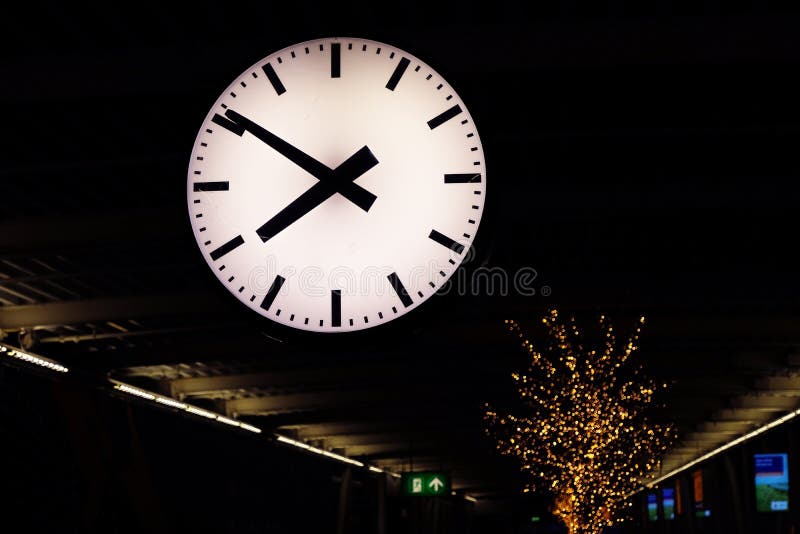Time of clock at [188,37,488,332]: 7:50
